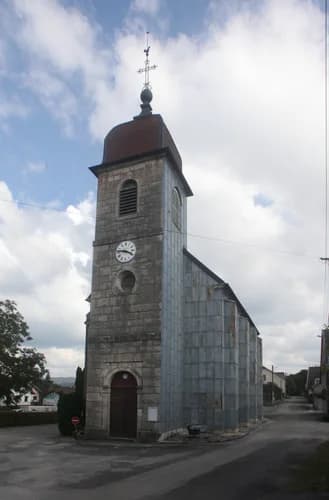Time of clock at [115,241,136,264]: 3:46
